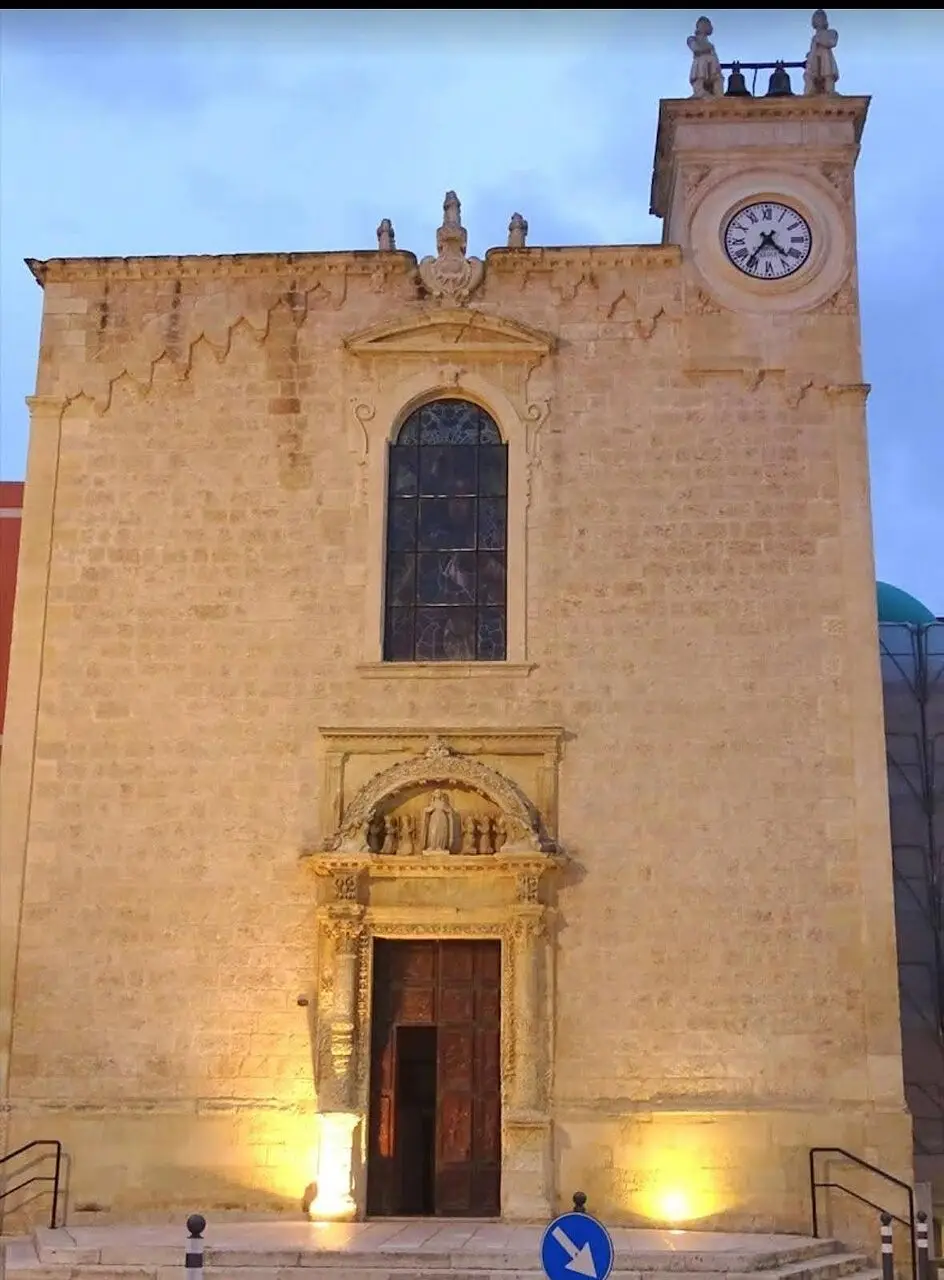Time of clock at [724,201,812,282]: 4:36
